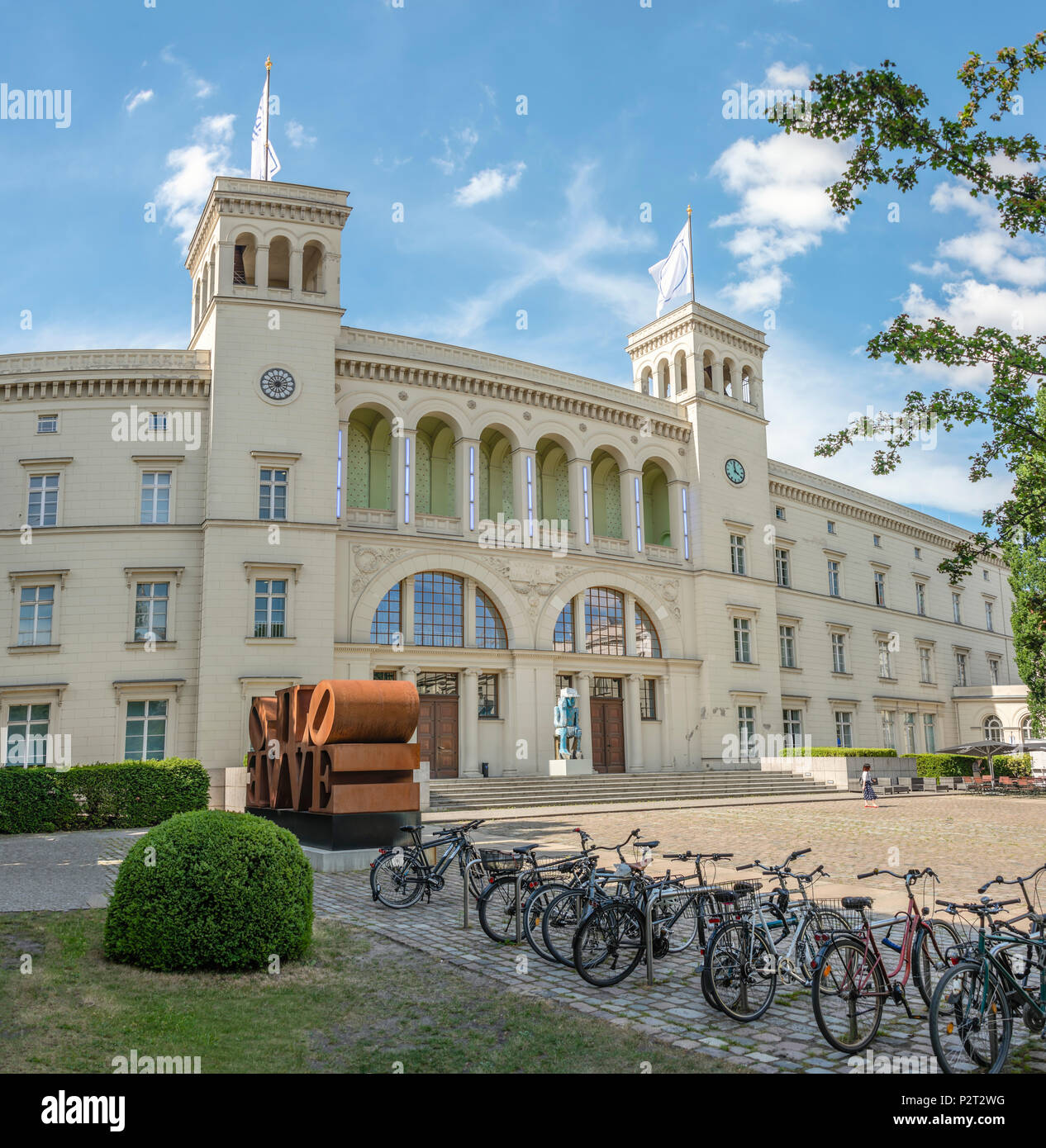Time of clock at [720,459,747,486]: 3:58
